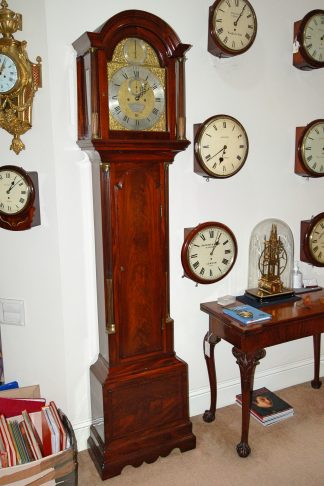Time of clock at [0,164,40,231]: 1:08
